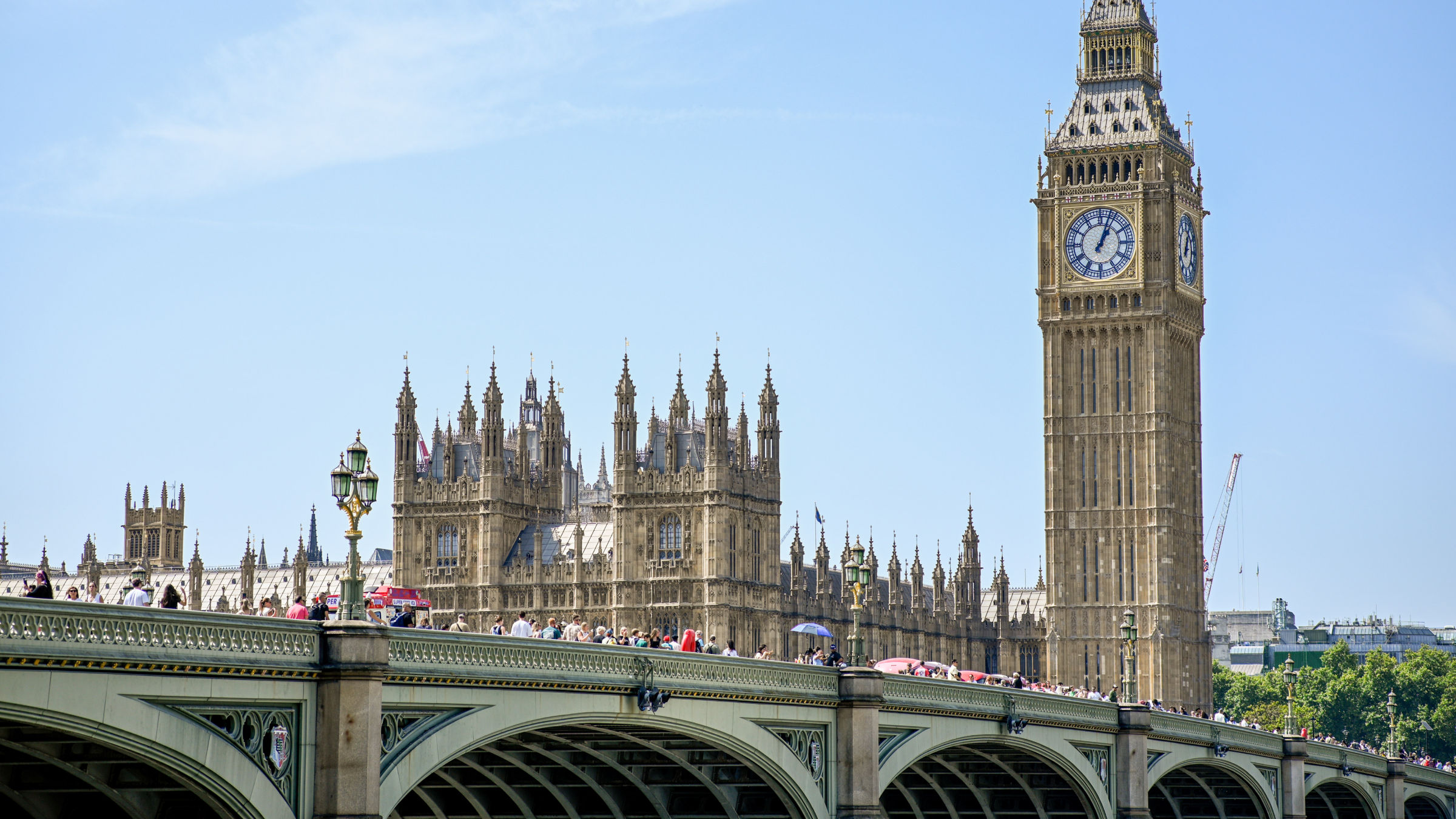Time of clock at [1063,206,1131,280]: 1:03
